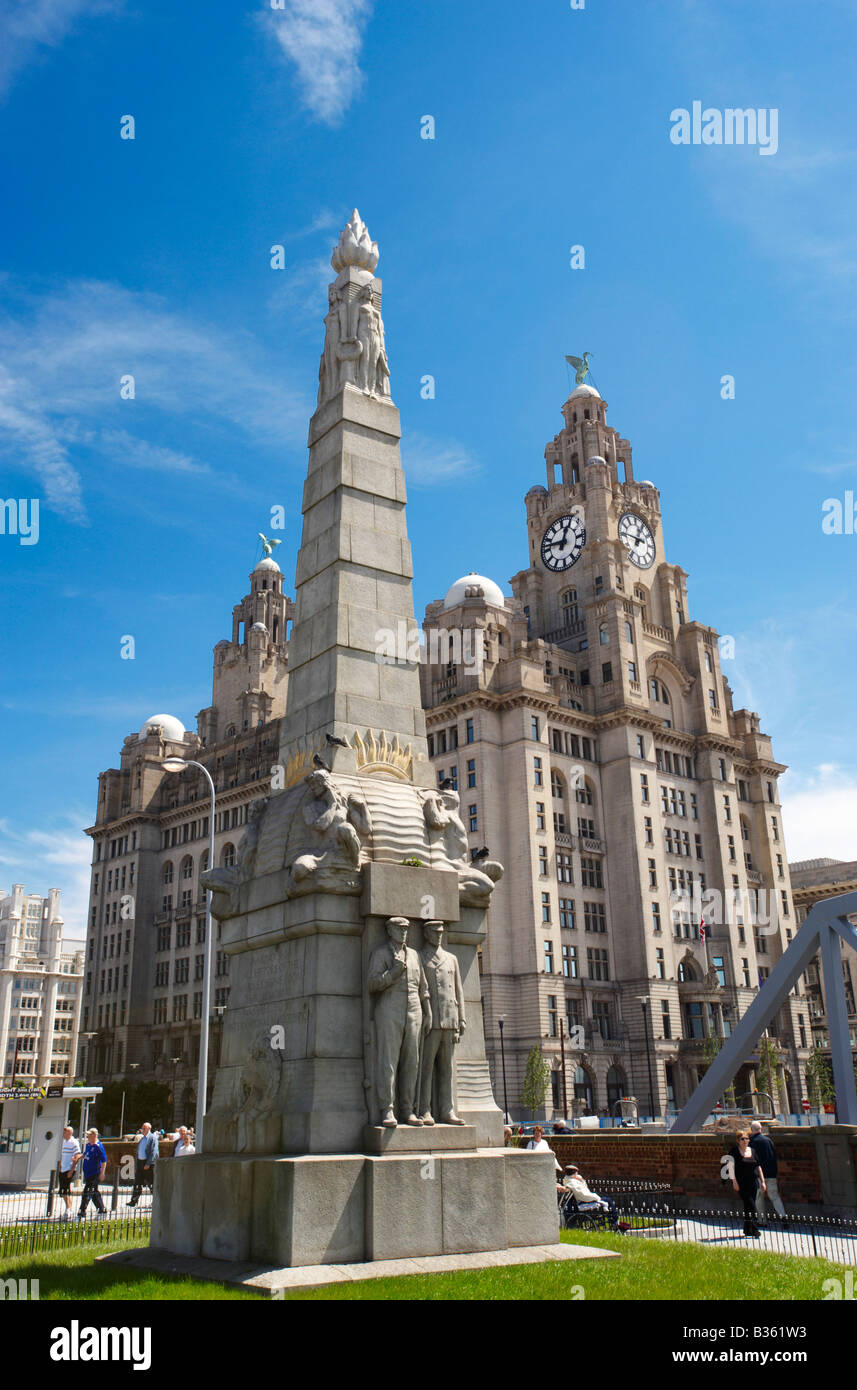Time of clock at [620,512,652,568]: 12:46
